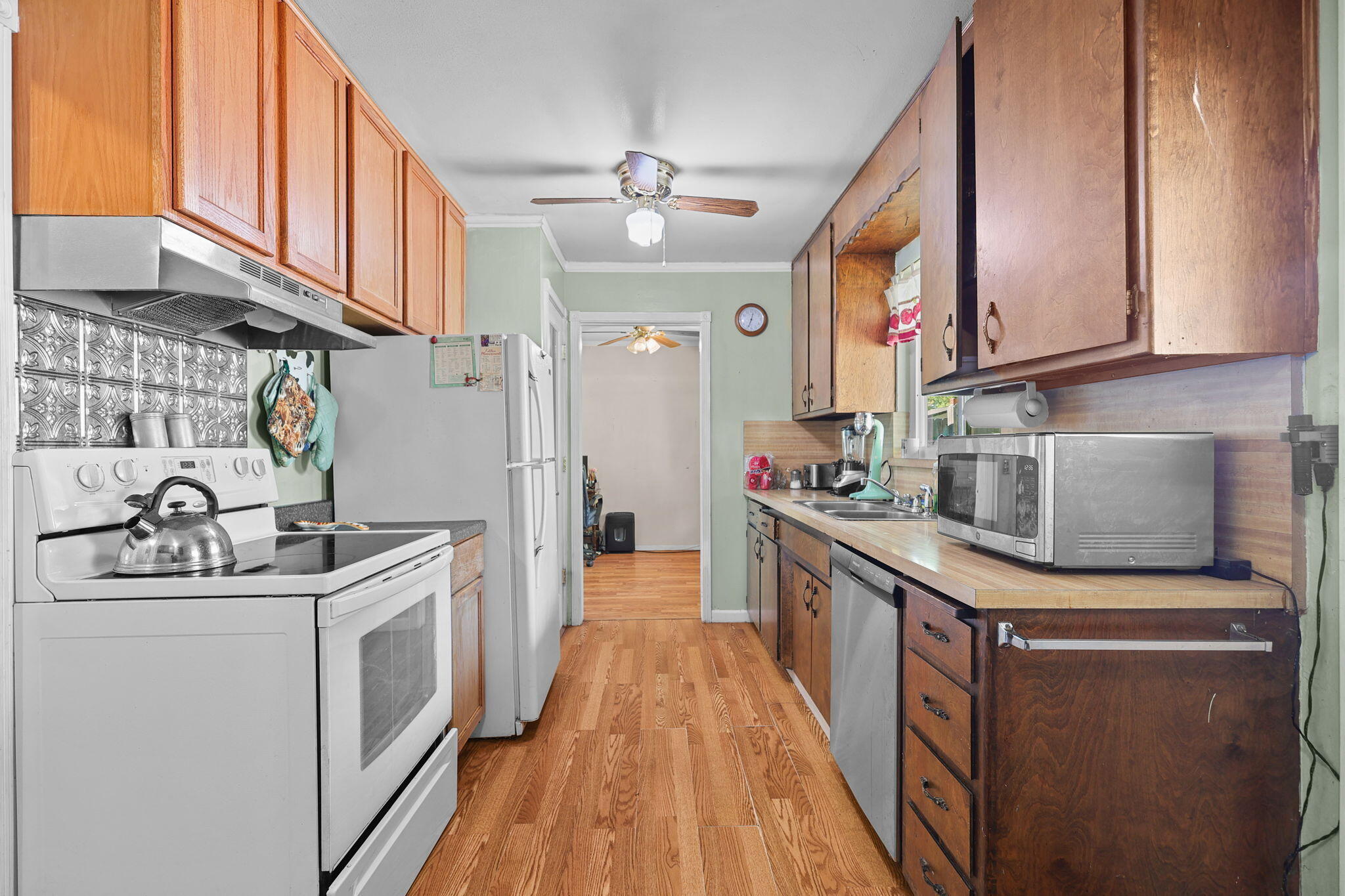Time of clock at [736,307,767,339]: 12:33
